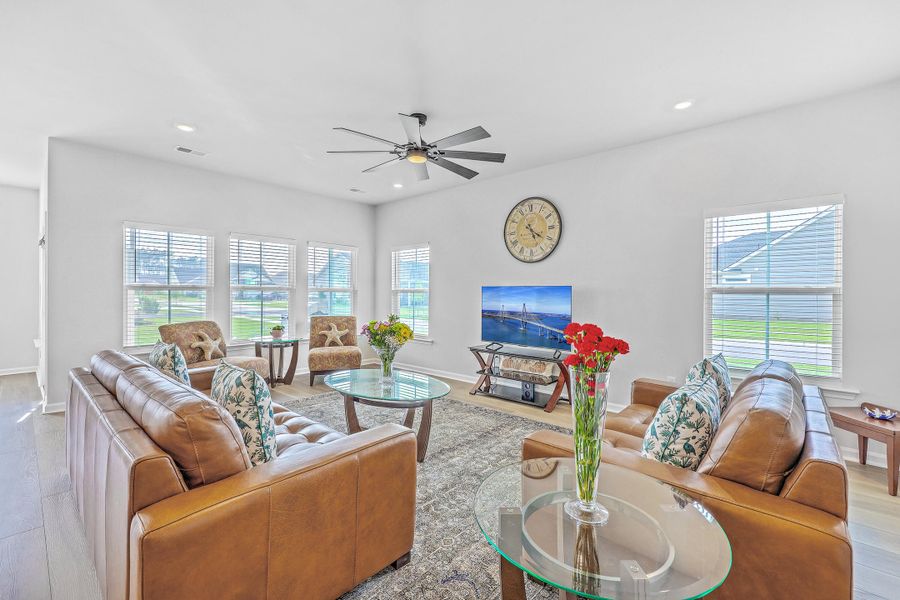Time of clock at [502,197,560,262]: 5:21
